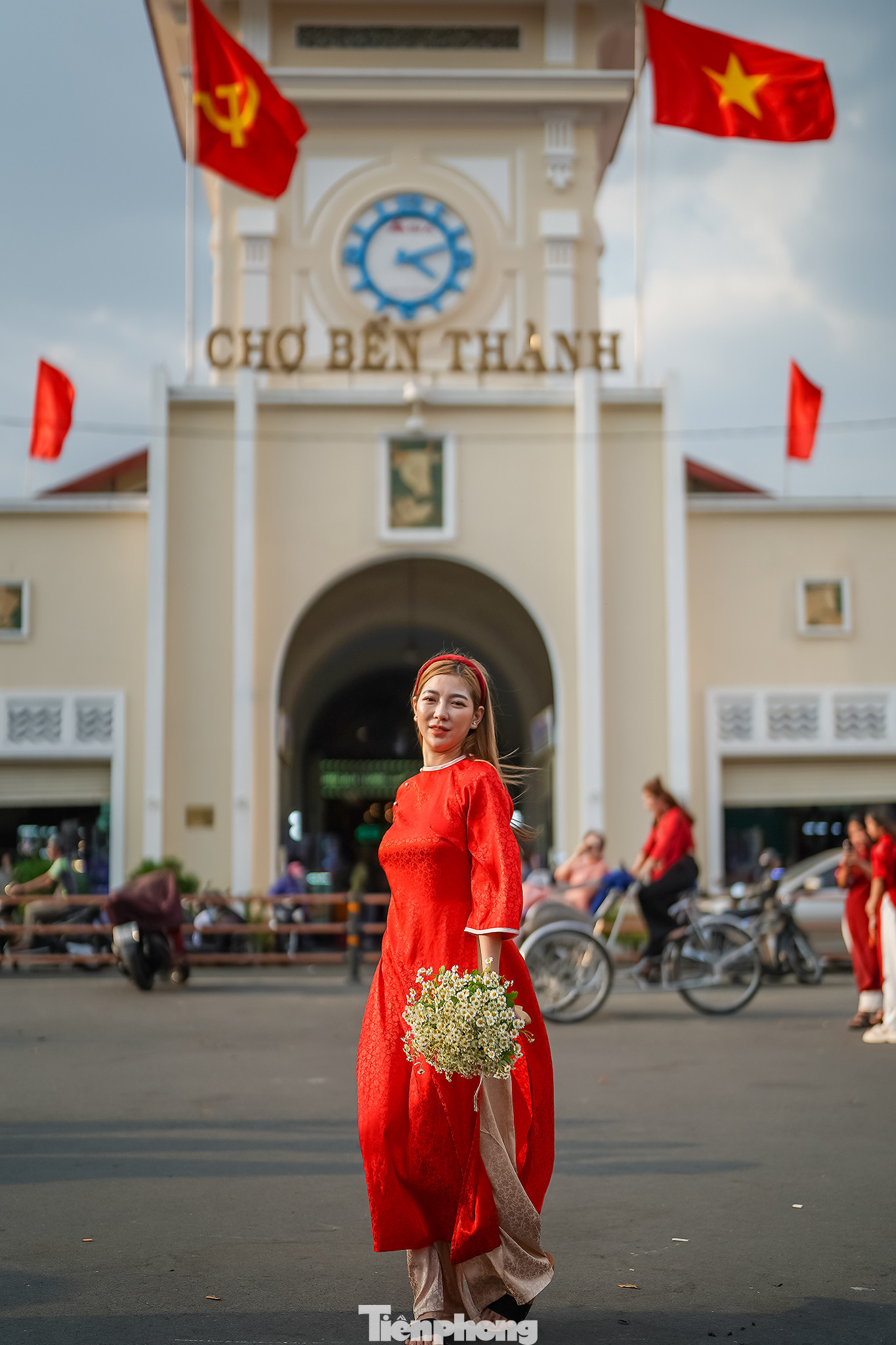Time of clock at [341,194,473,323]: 4:11
